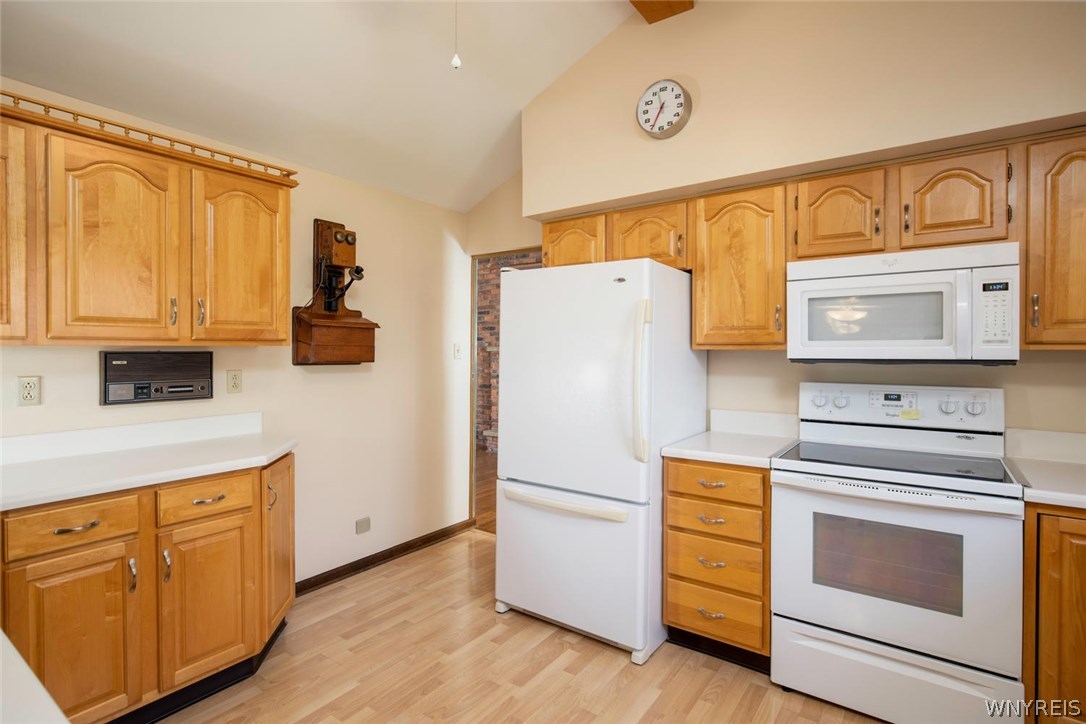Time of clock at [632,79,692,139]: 11:34
